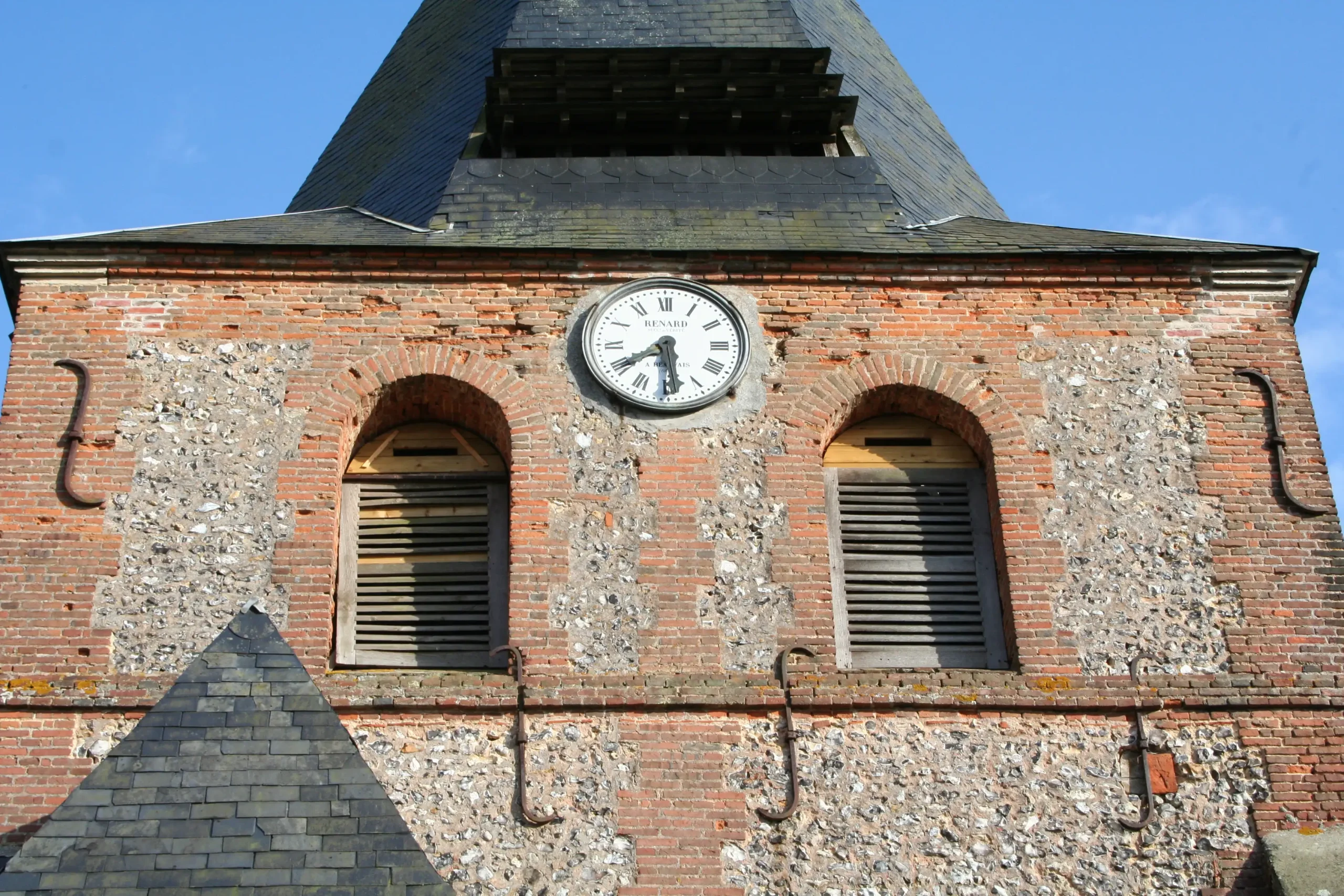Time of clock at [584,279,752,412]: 5:40
